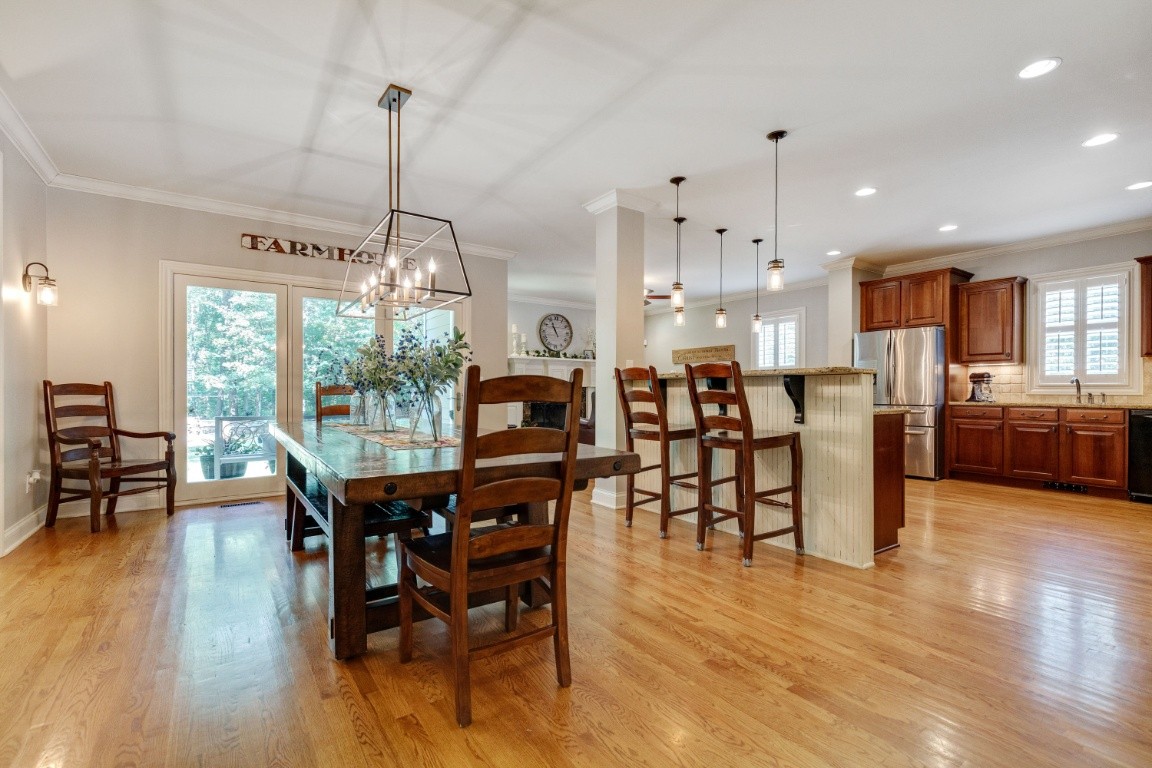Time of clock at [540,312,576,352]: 10:55
